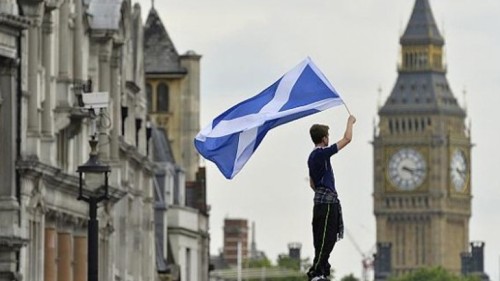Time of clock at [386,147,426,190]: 4:16
